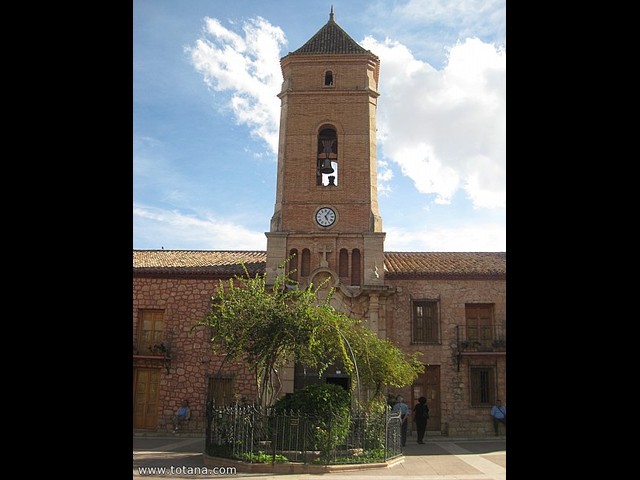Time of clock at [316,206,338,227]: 5:05
